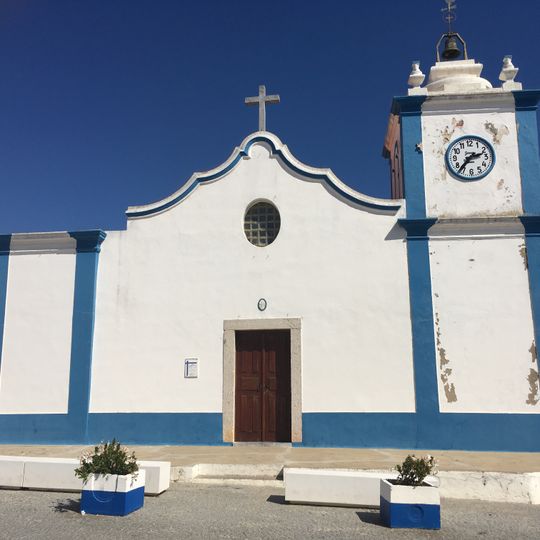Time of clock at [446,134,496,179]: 2:36
